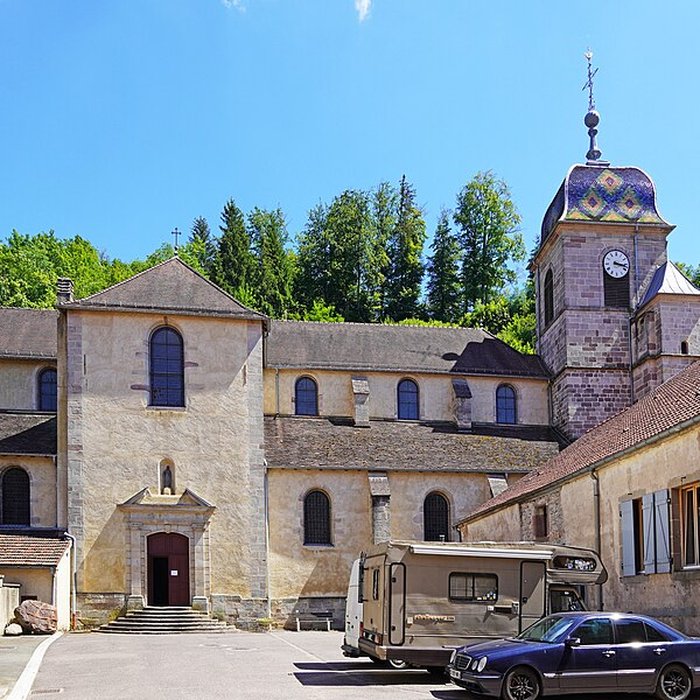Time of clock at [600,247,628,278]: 3:17
